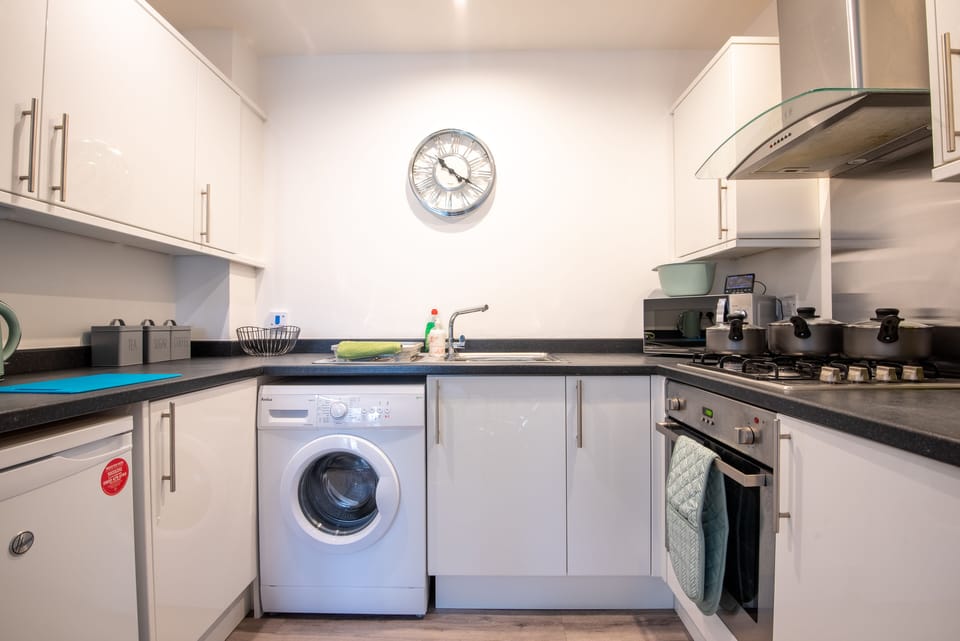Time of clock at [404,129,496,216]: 10:19
